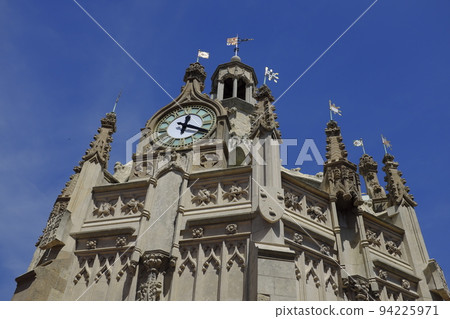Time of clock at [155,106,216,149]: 12:19
